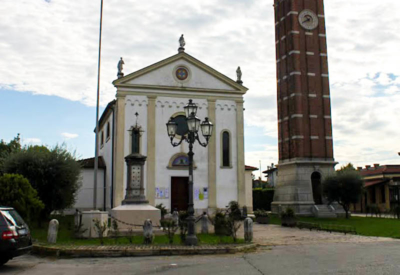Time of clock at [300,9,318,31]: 10:40
